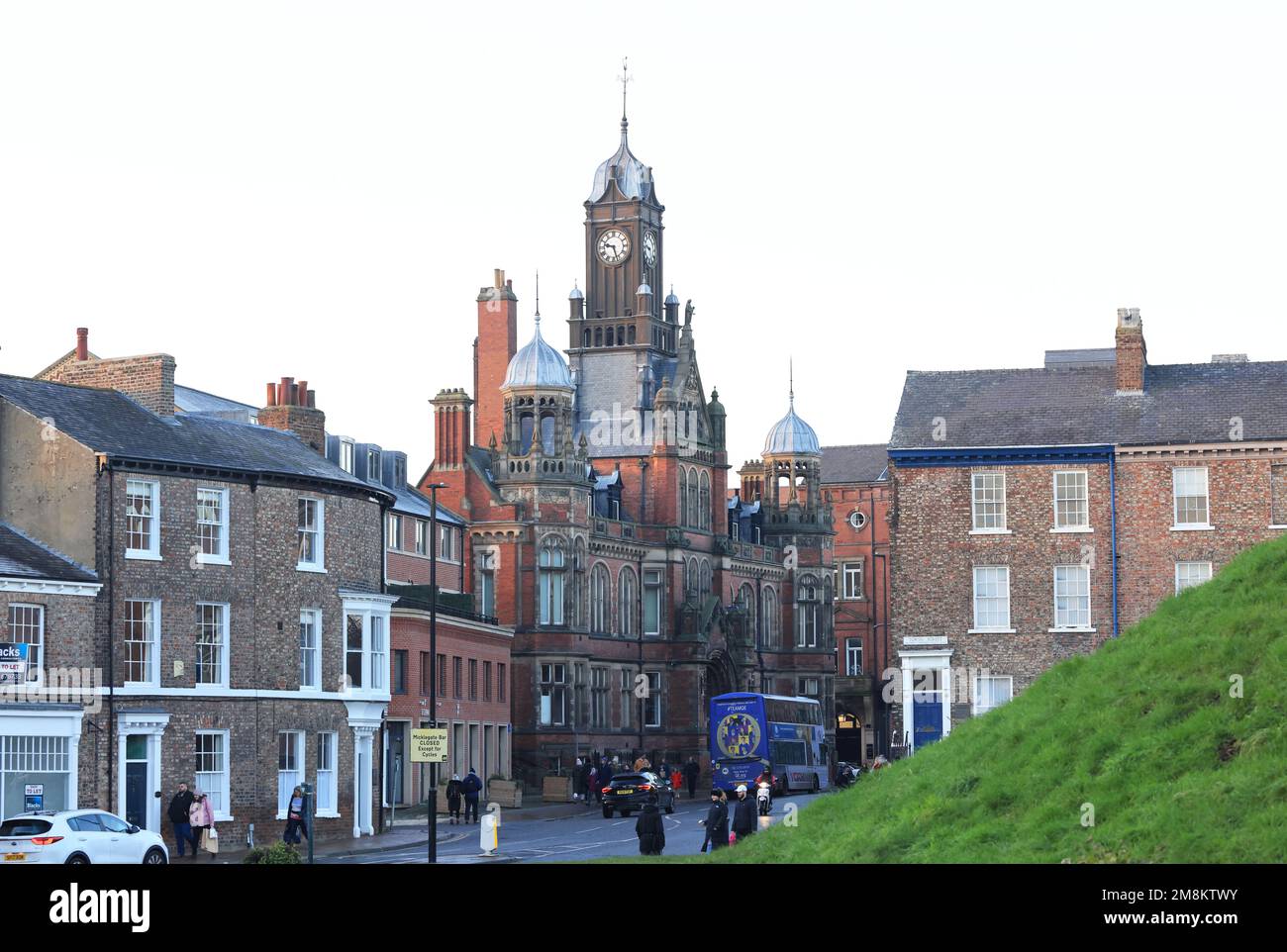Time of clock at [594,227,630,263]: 9:27
